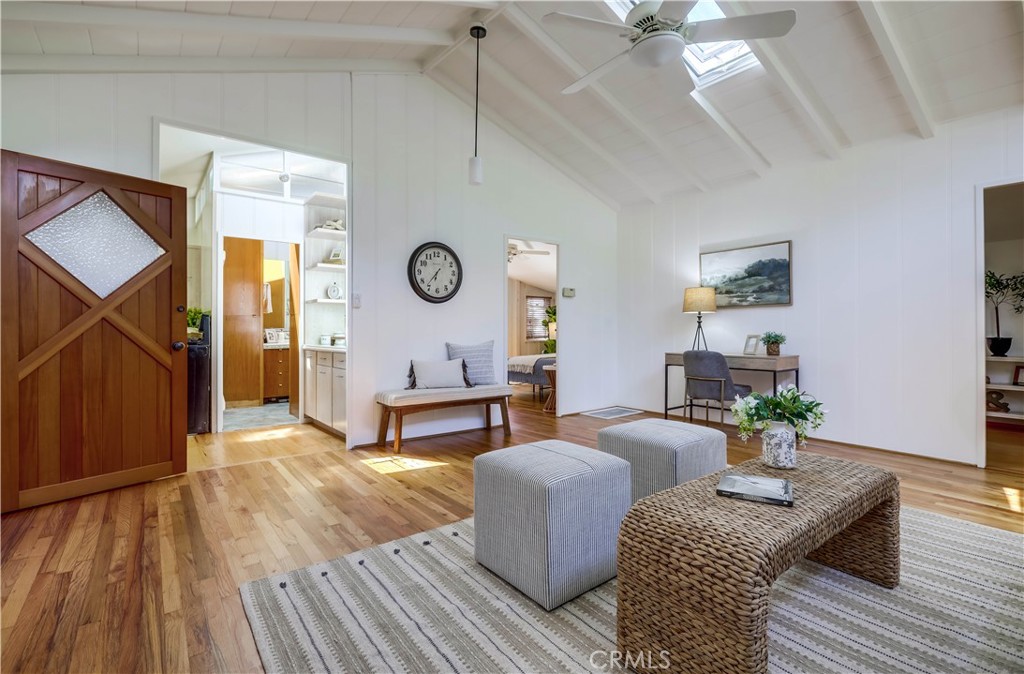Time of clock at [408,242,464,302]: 6:36
